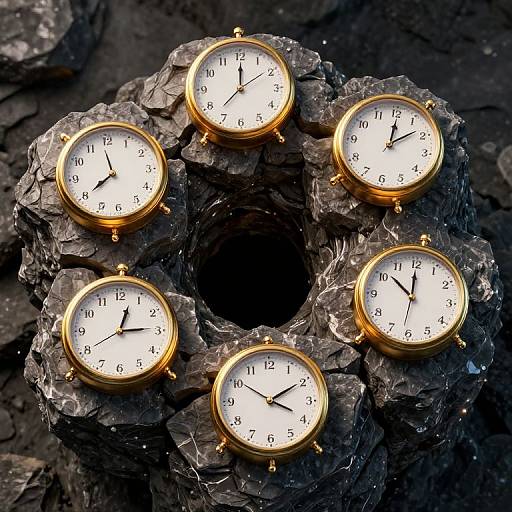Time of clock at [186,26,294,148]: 12:00
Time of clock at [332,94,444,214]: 12:07
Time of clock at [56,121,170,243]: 7:58
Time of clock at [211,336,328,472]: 1:50
